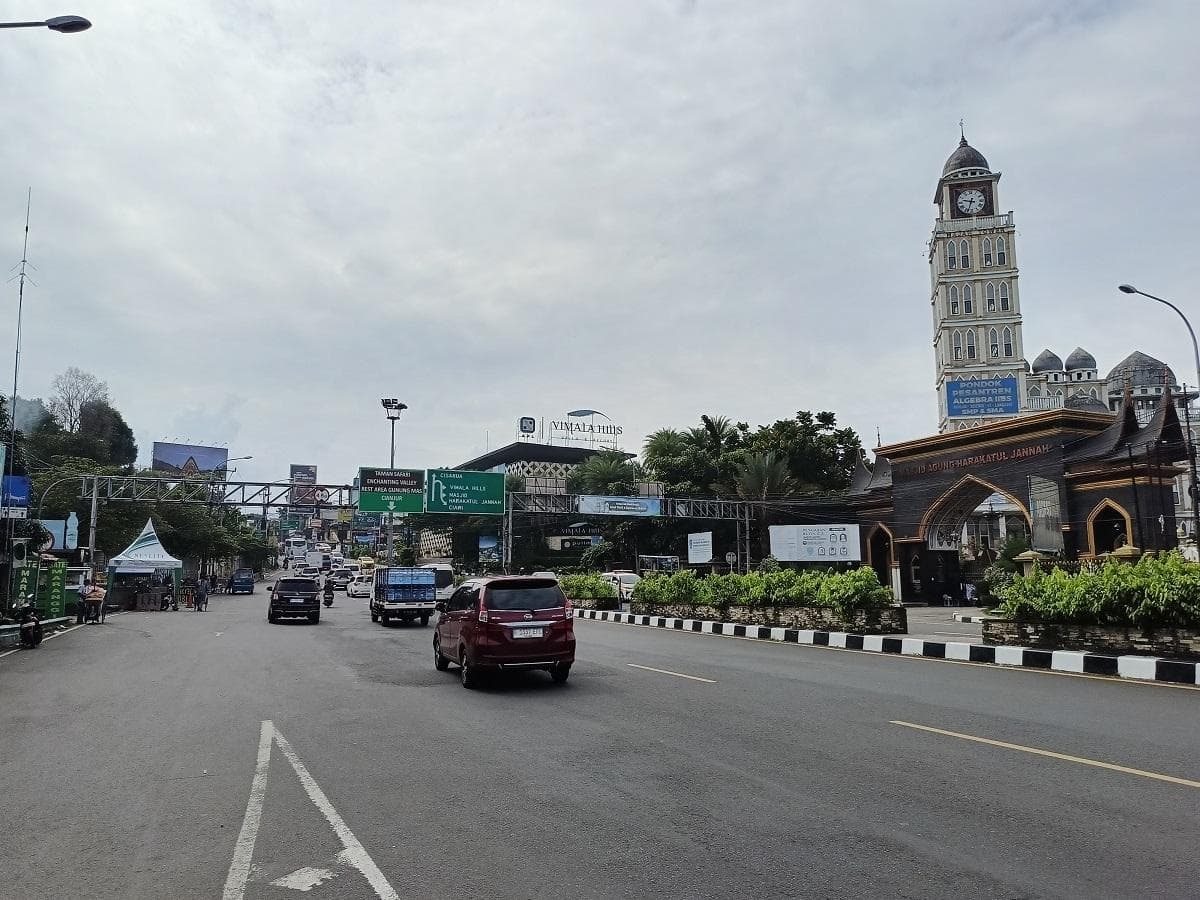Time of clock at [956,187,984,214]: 9:33
